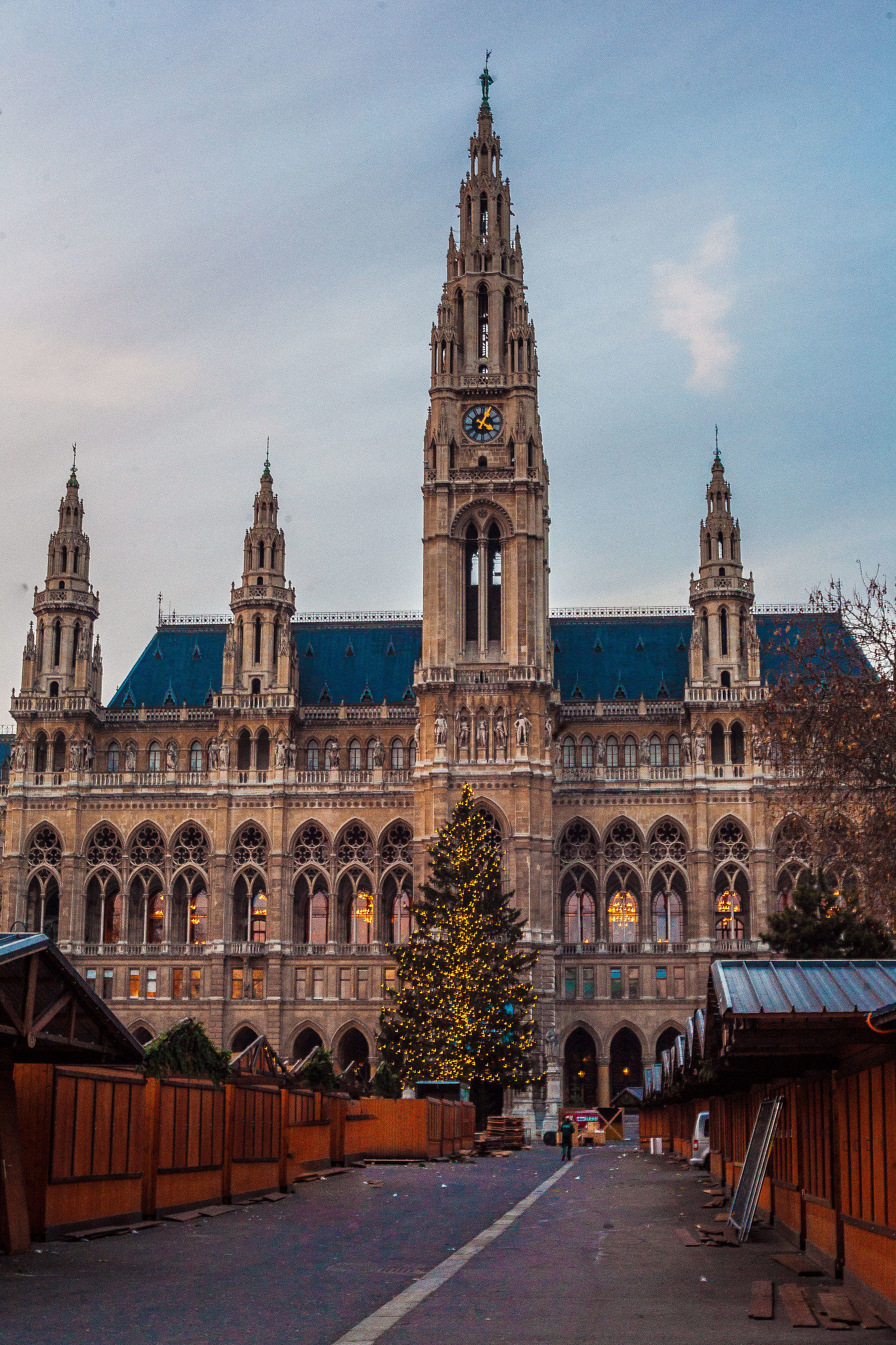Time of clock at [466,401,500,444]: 4:04
